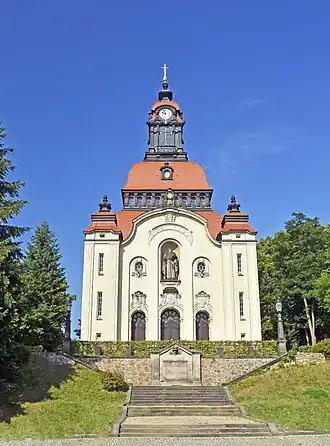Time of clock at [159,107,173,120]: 9:56
